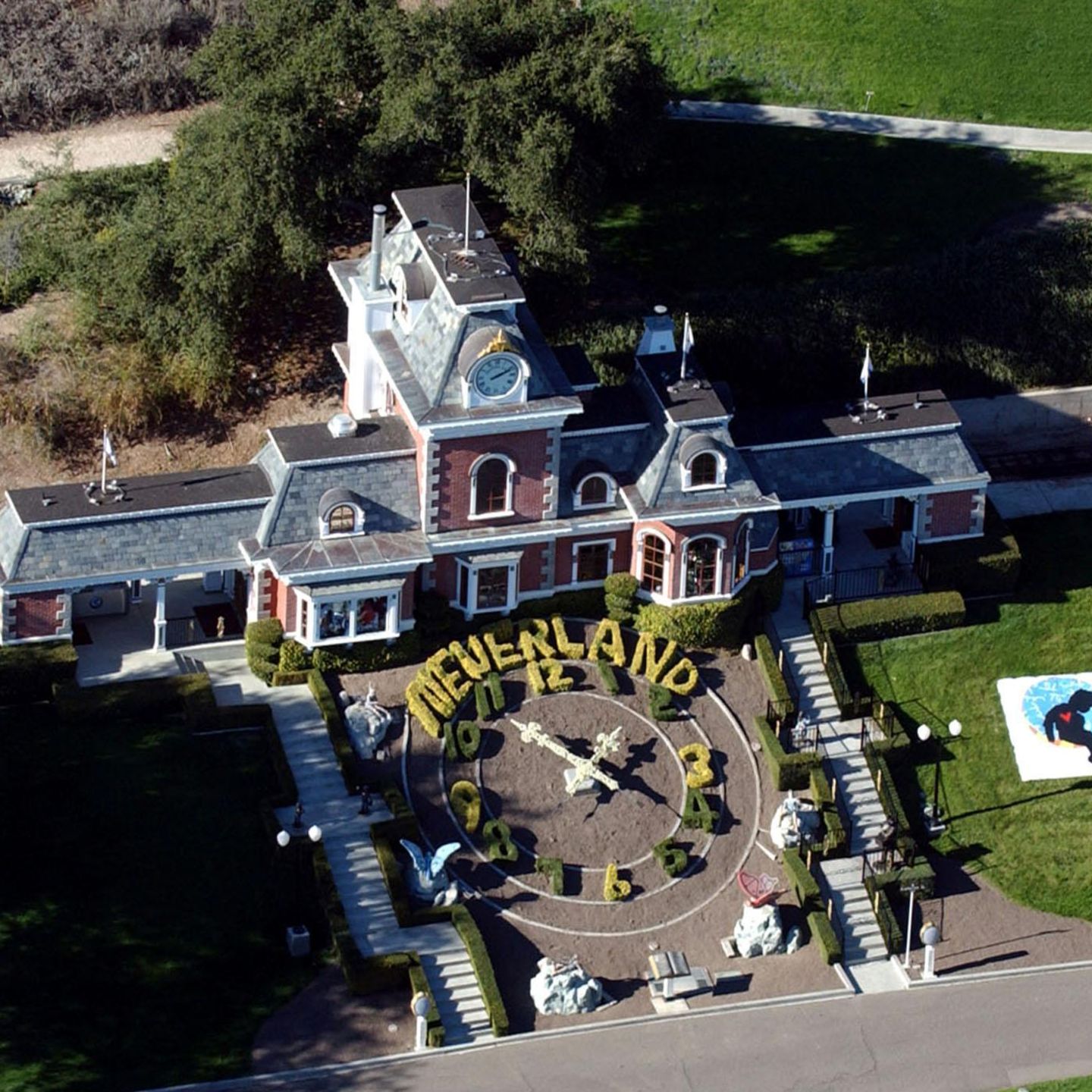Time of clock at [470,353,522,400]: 2:11
